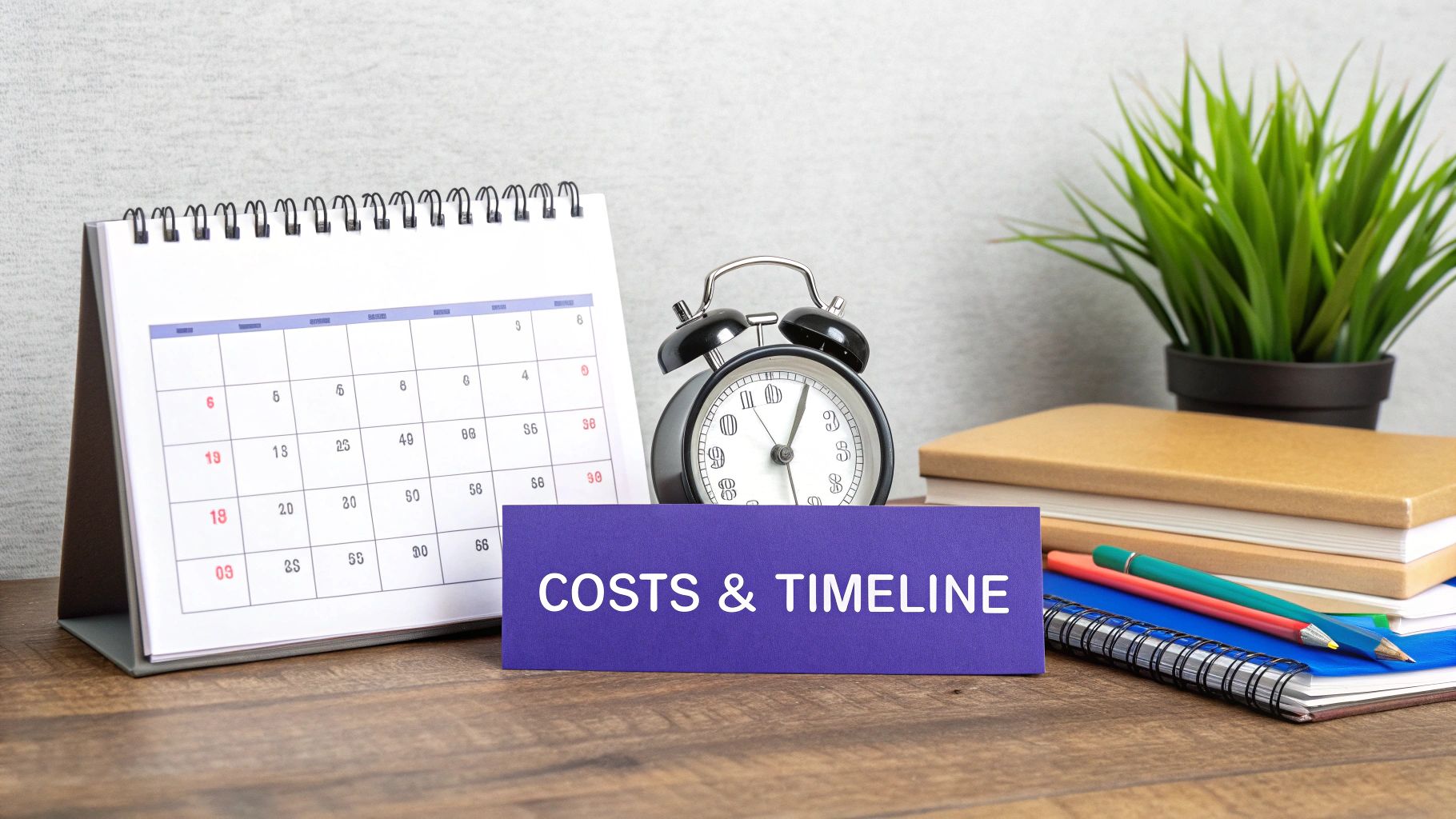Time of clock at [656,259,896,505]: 1:04
